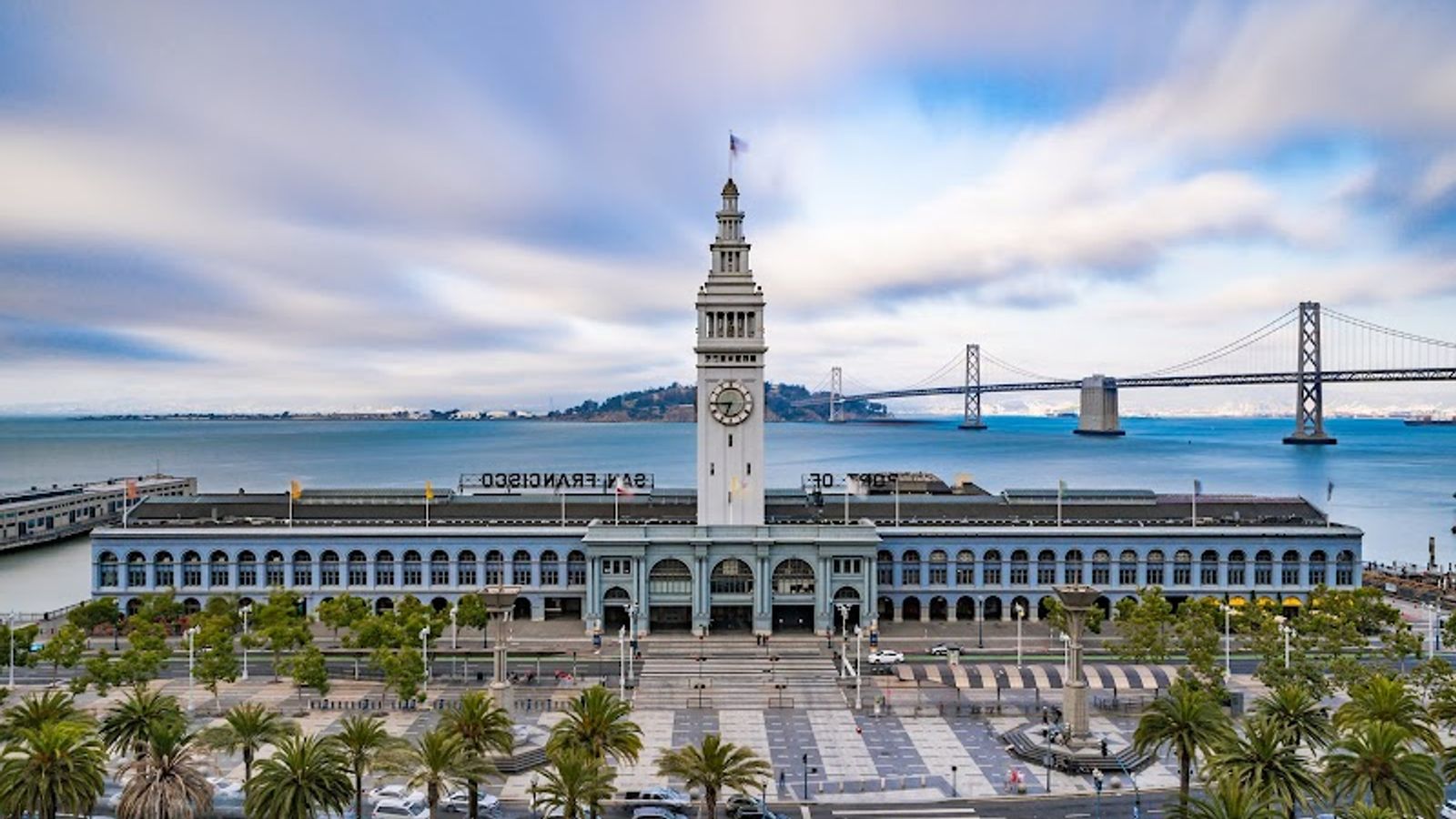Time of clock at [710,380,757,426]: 6:44
